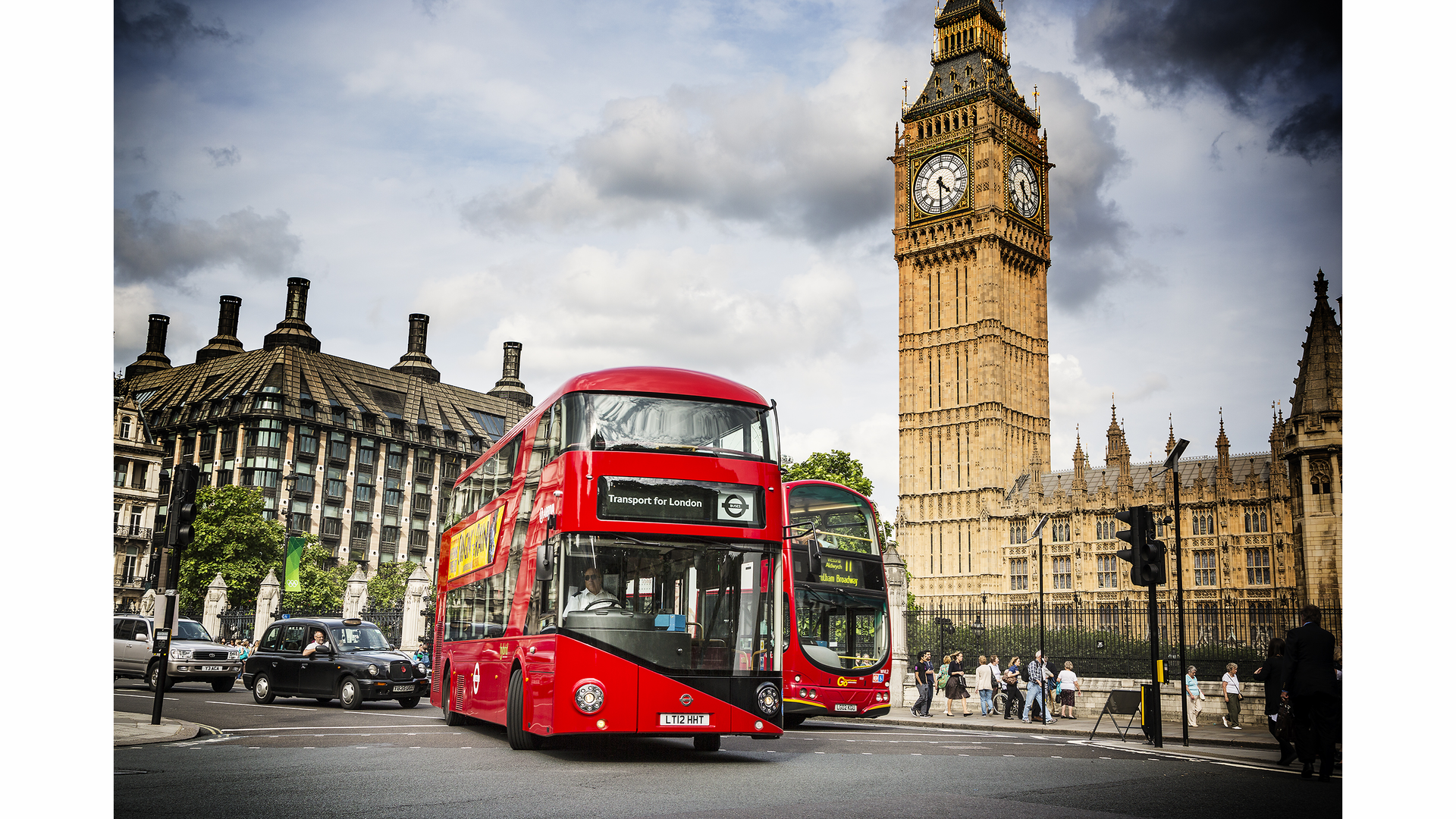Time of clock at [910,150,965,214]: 4:30
